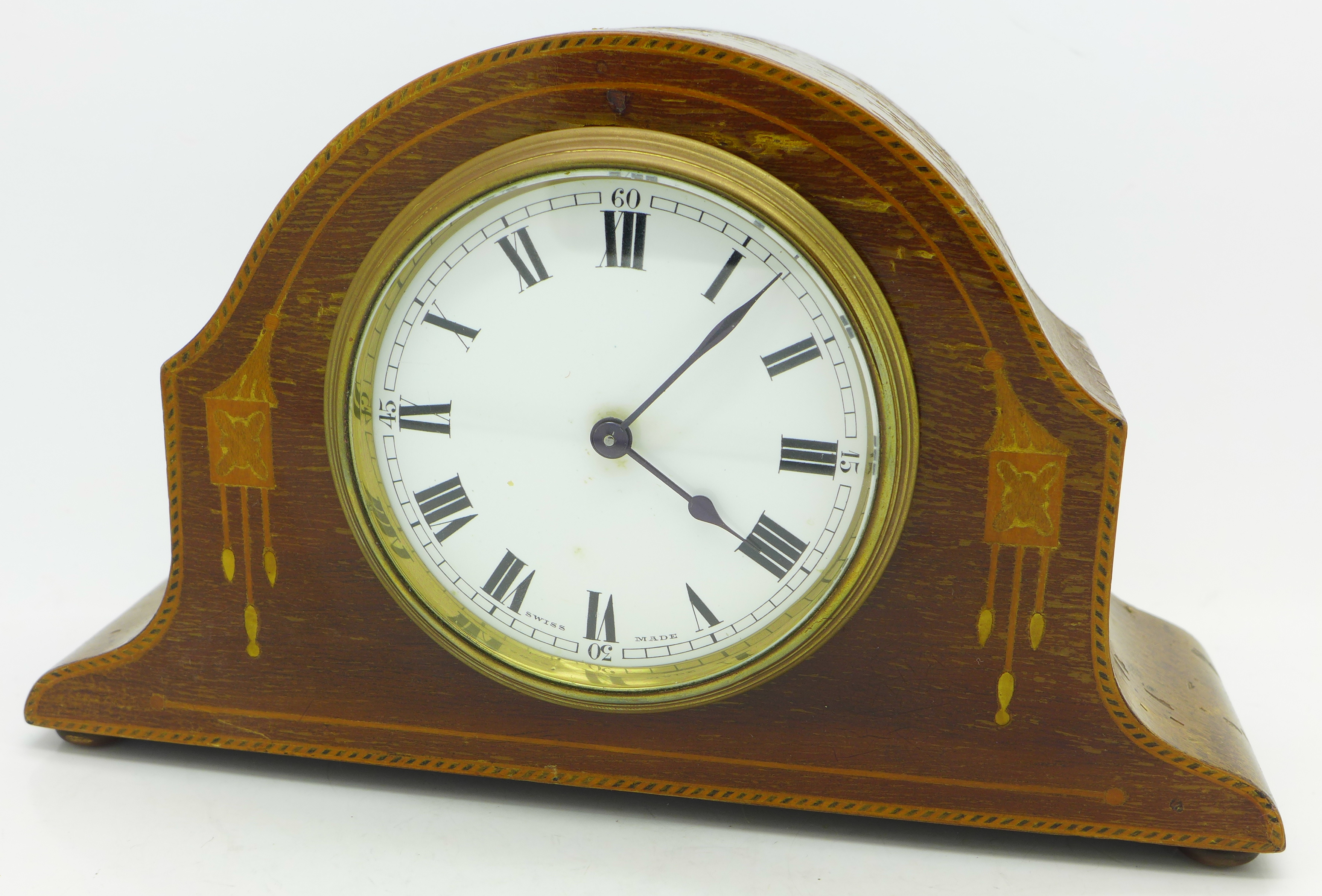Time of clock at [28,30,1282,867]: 4:06
